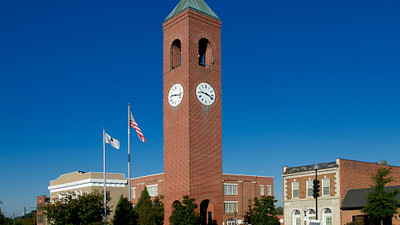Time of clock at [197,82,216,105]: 9:18
